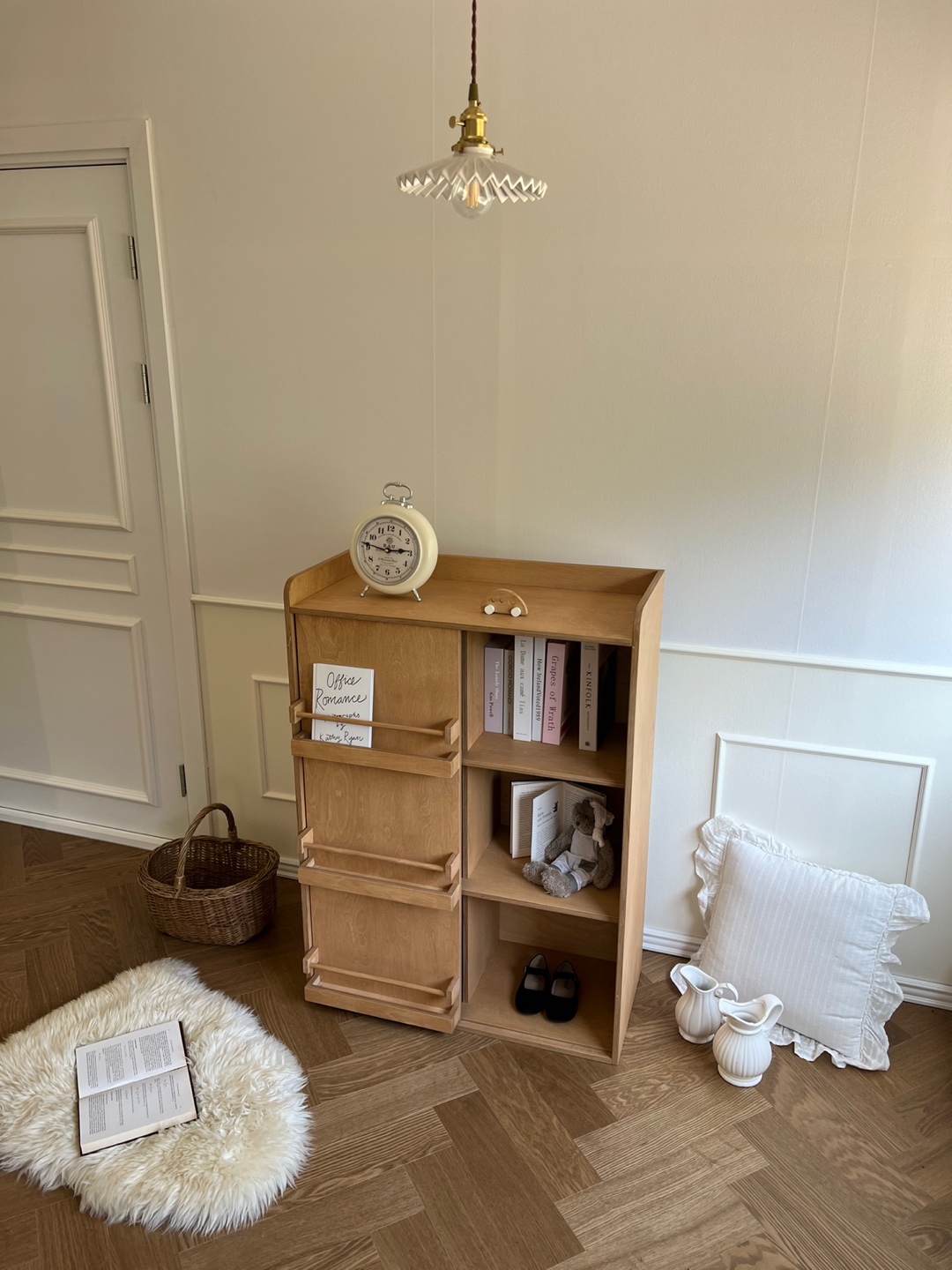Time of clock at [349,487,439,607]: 2:46
